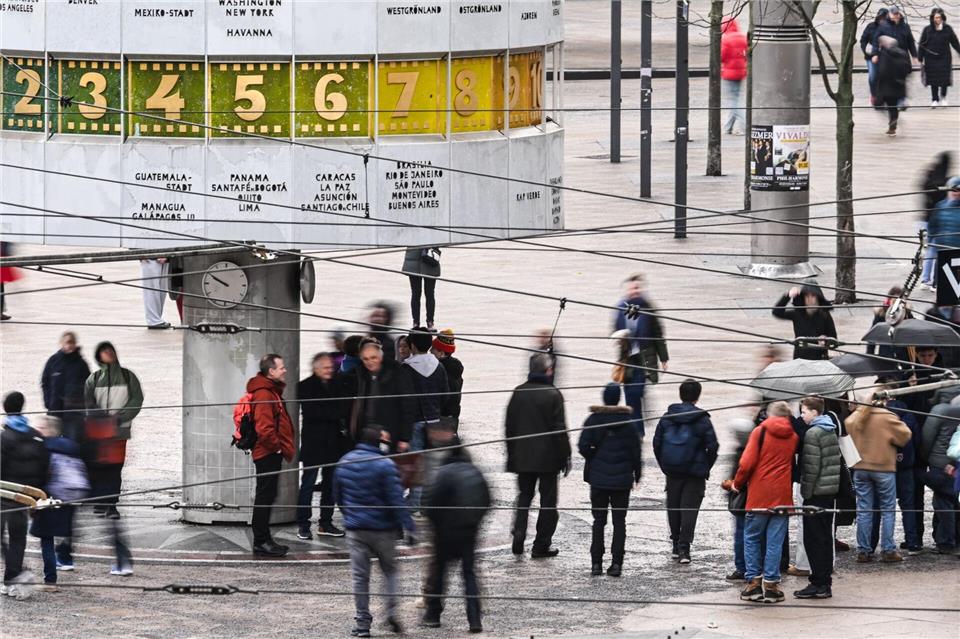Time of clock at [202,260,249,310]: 9:50
